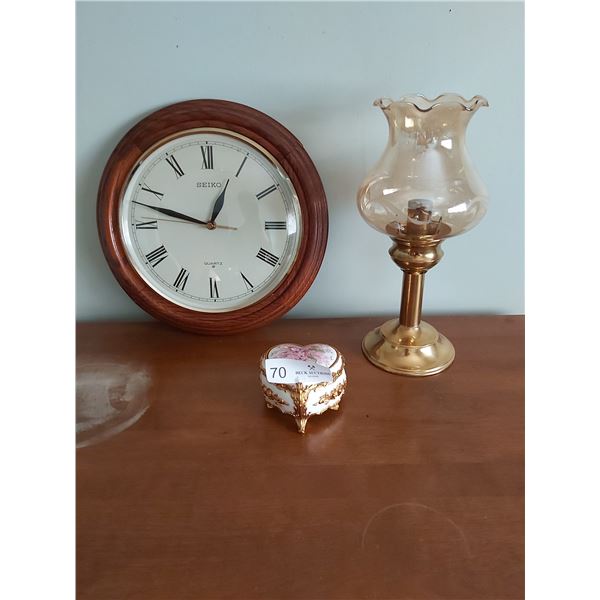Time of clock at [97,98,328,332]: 12:47
